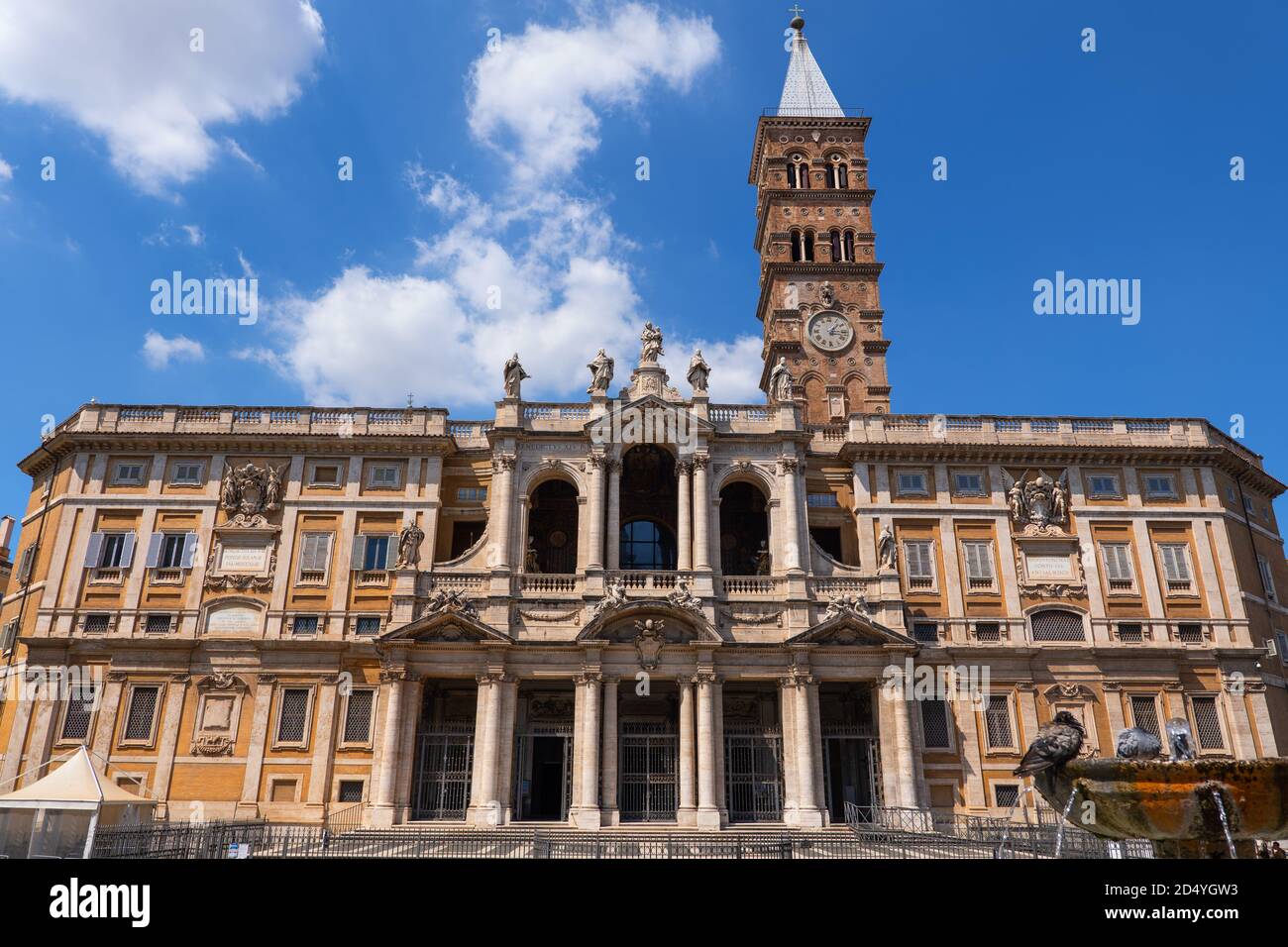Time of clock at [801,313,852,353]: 1:16
